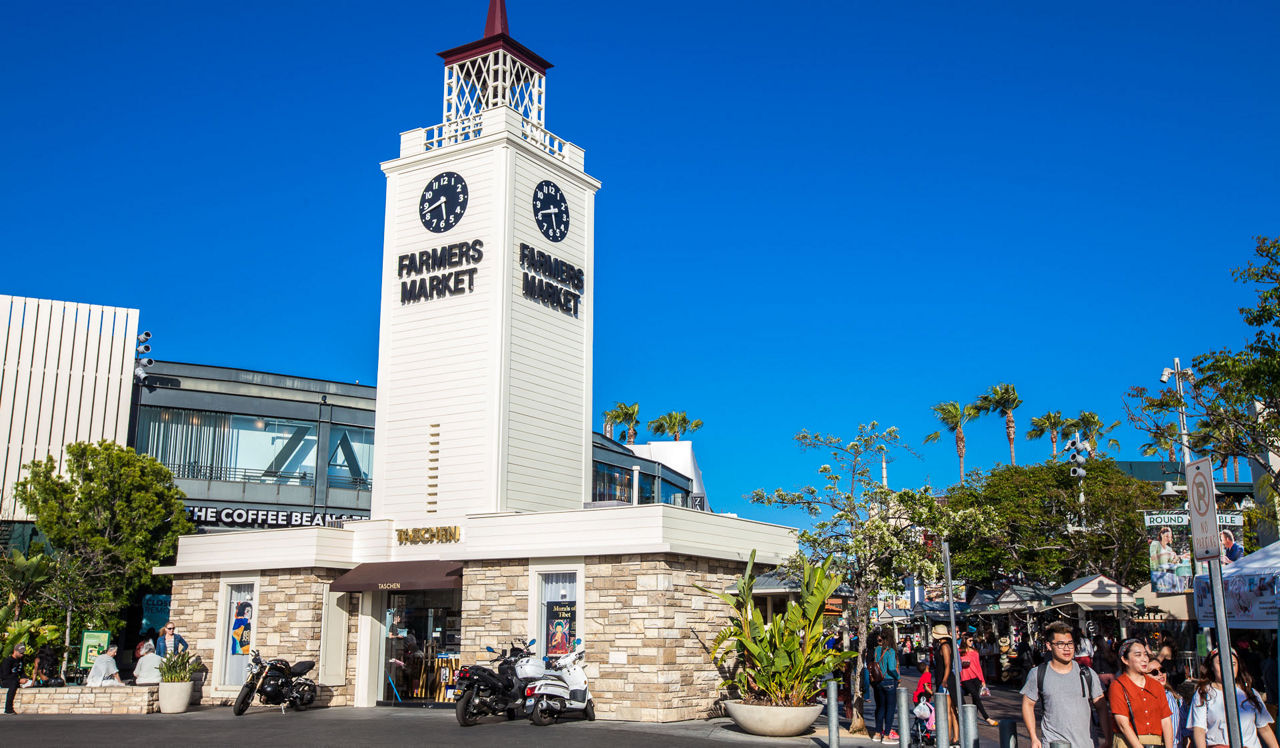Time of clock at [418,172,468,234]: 5:42
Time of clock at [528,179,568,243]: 5:41
